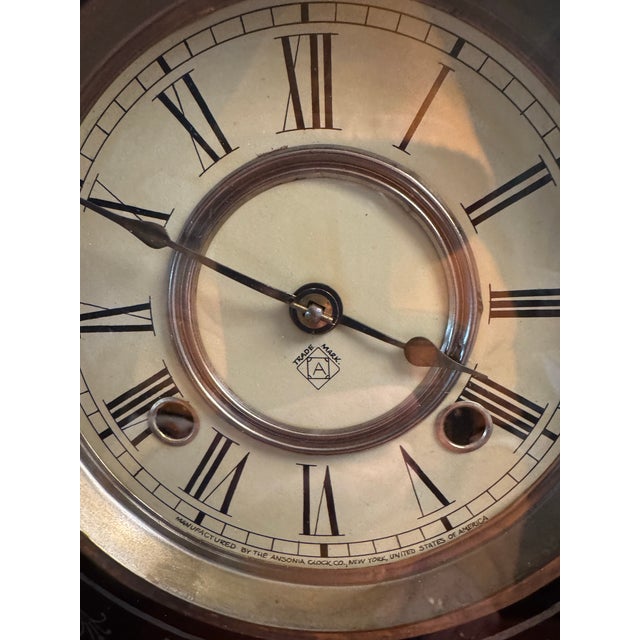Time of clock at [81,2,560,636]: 3:49
